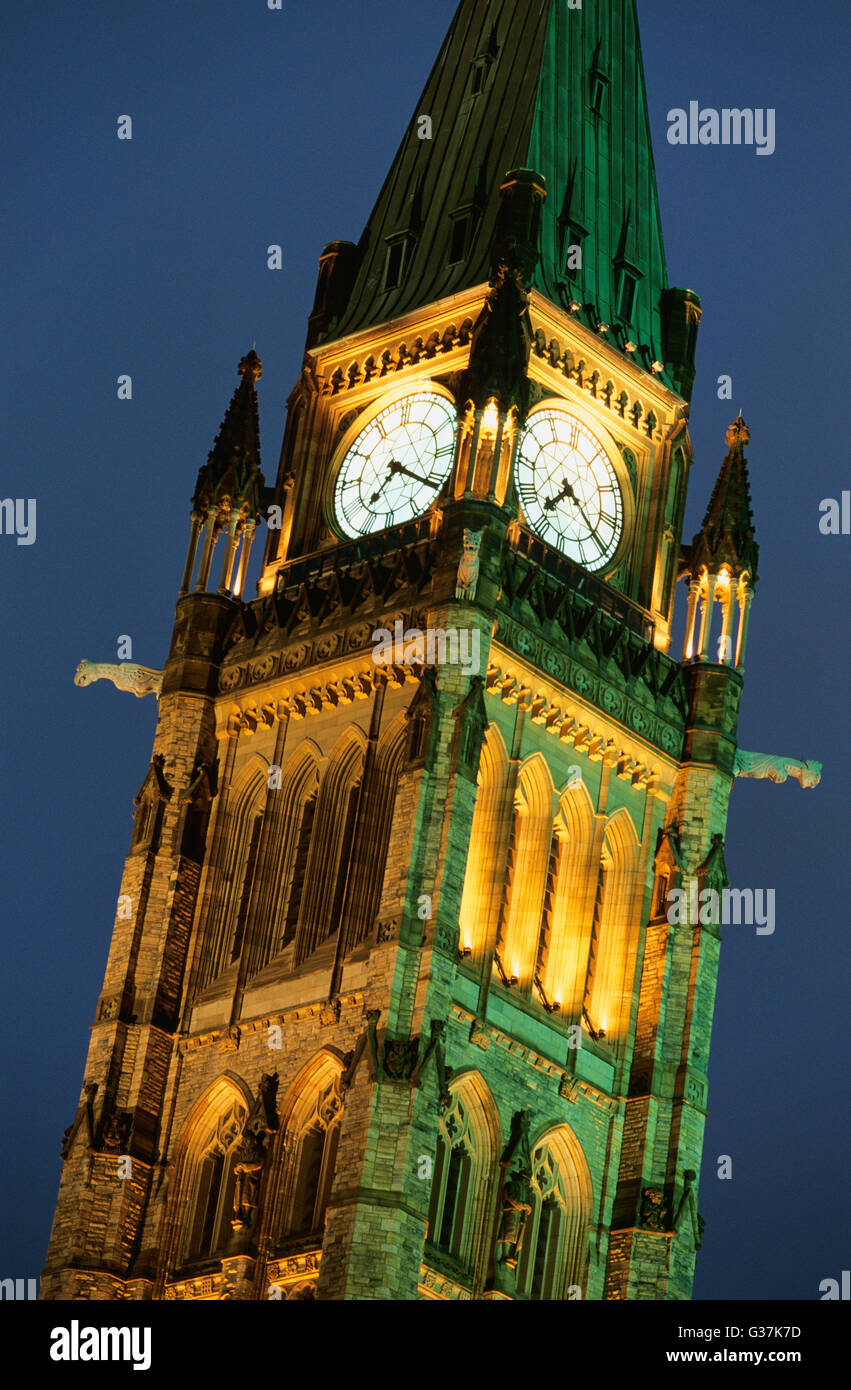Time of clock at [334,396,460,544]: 7:20
